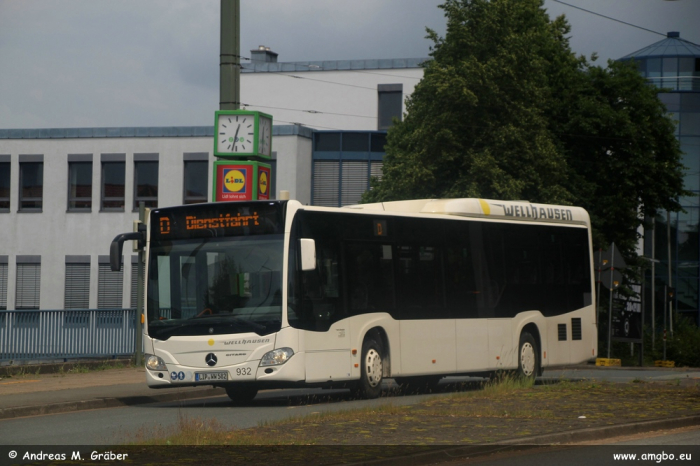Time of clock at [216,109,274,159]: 12:32
